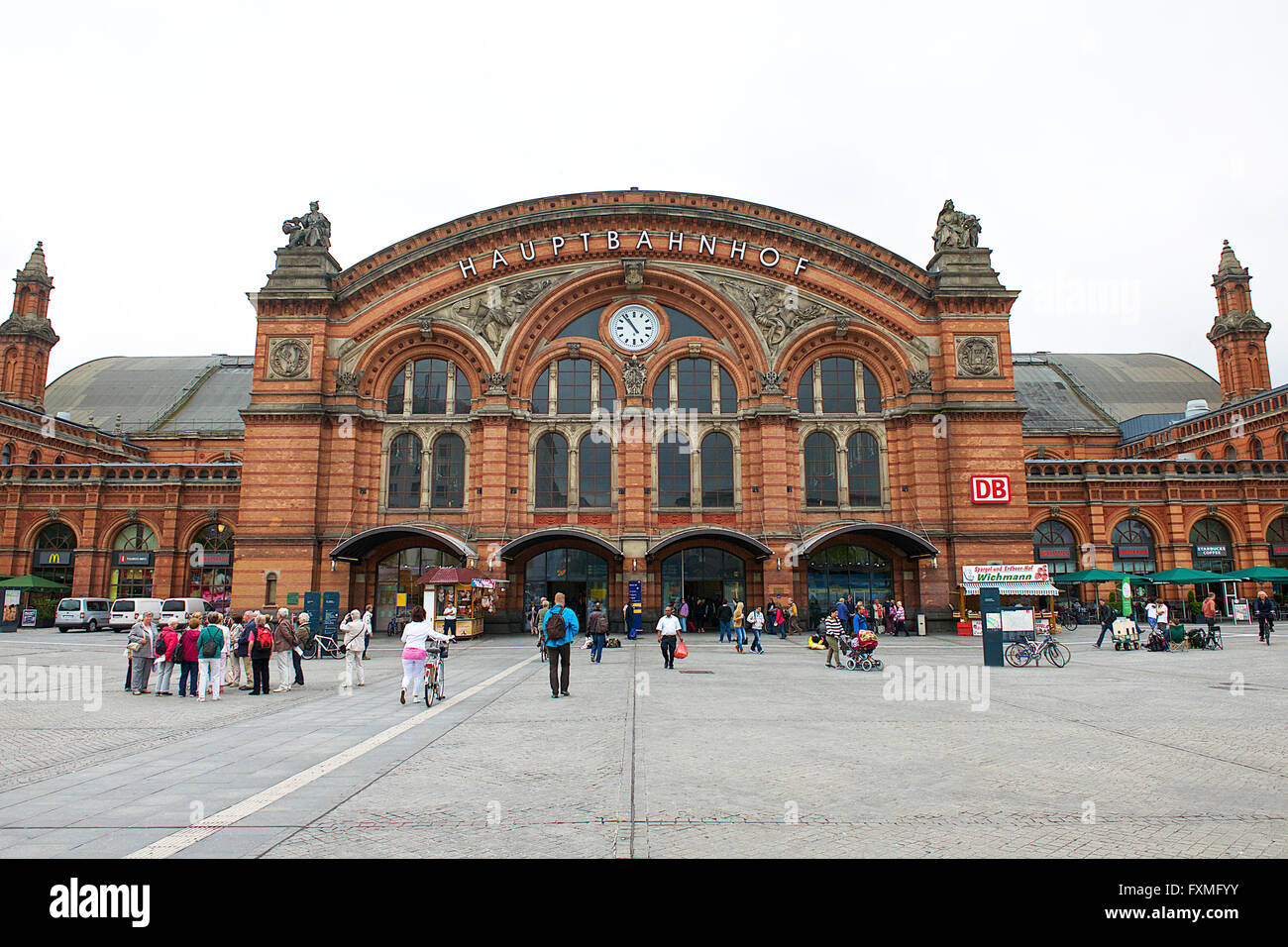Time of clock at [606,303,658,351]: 10:53
